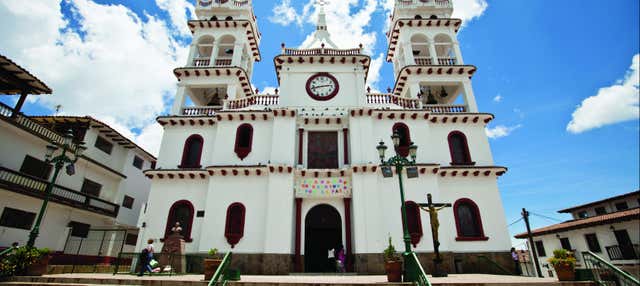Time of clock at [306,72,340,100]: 2:42
